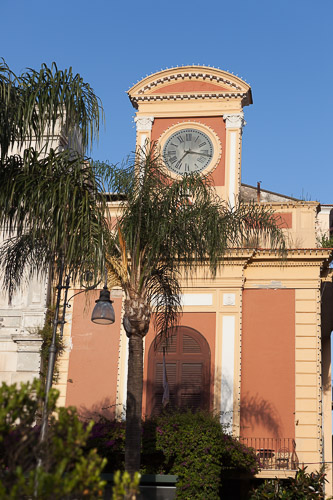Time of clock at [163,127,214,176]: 7:16
